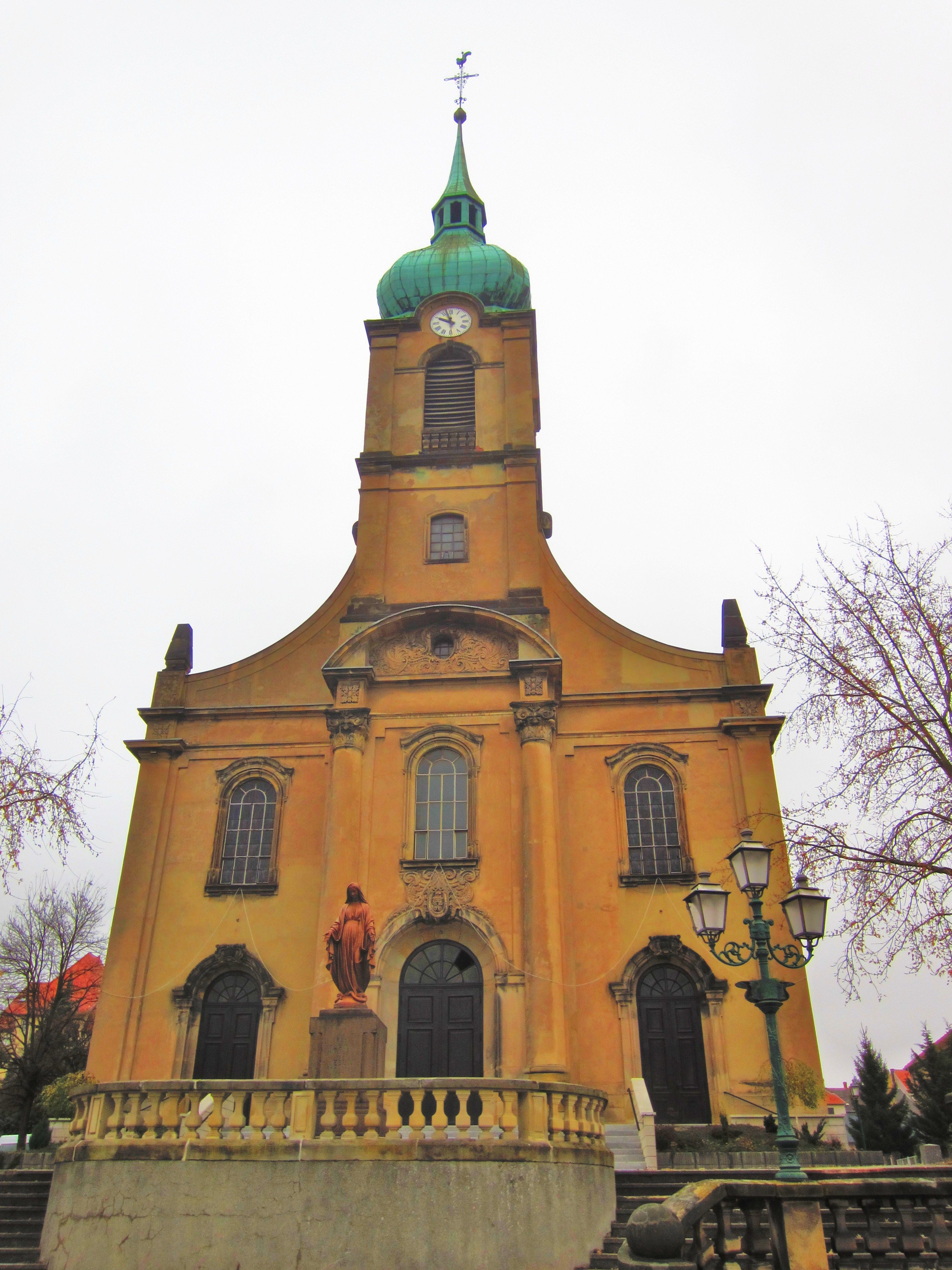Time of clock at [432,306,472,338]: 9:57
